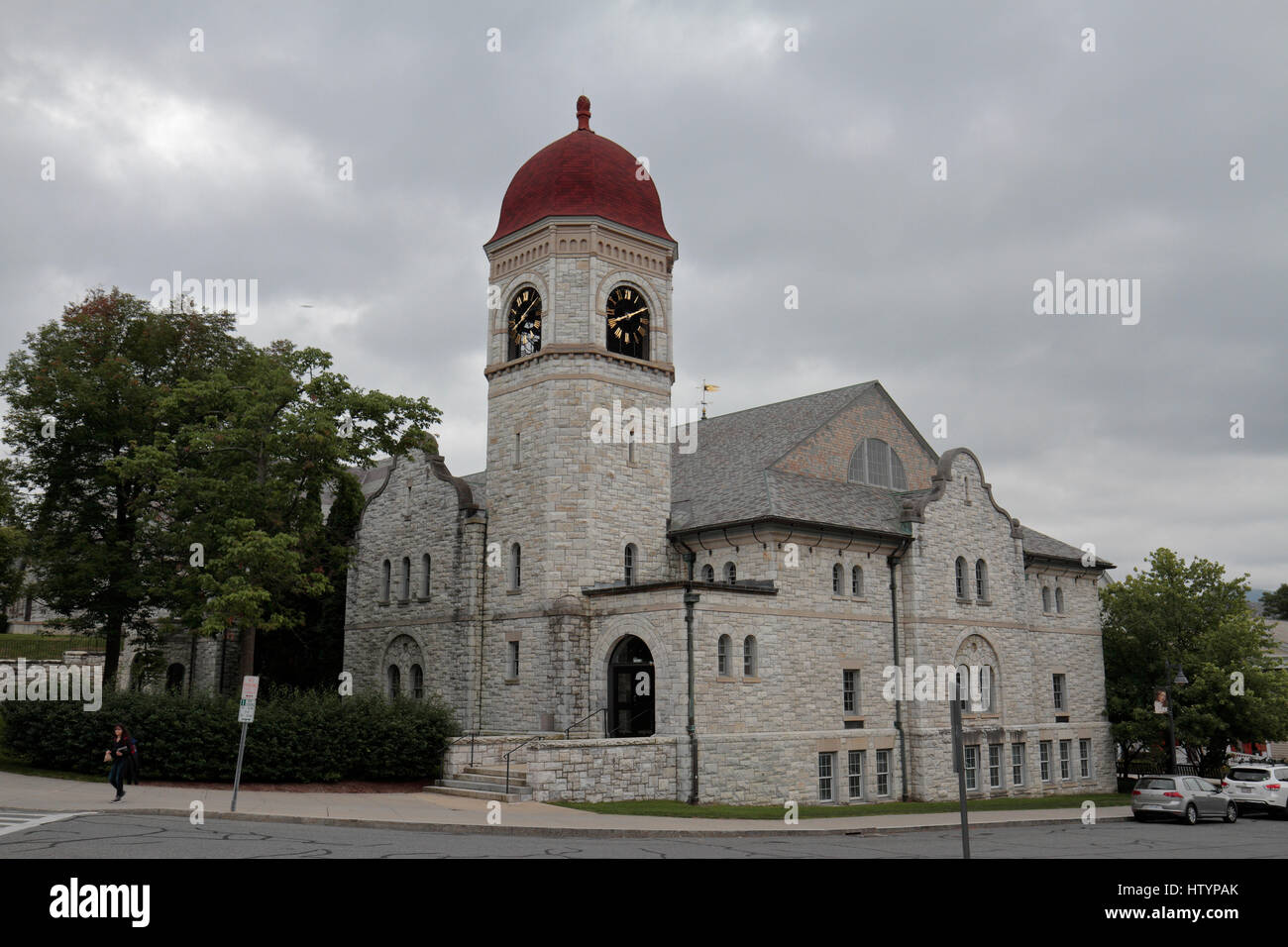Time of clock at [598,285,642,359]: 8:10
